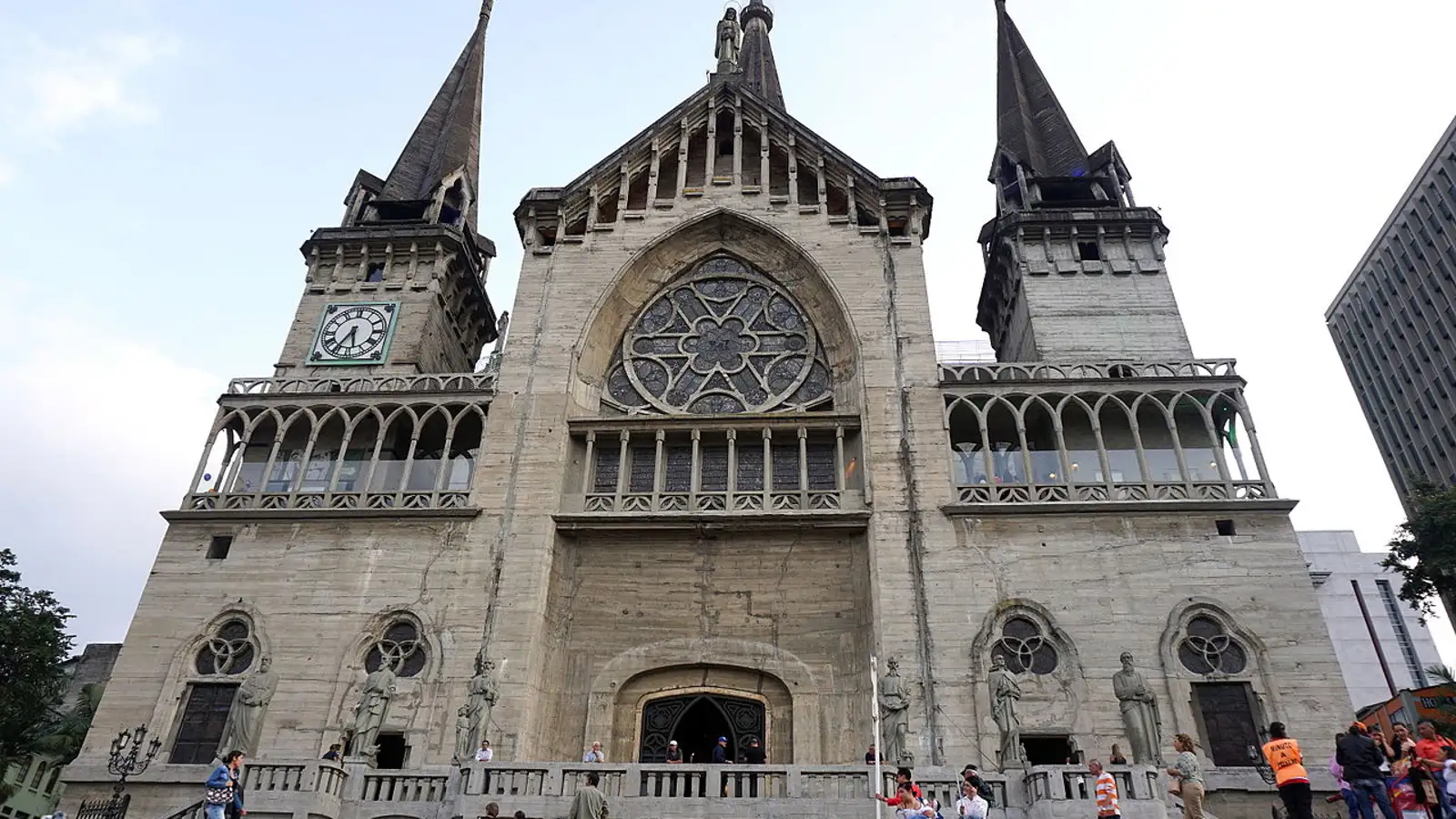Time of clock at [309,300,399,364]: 5:35
